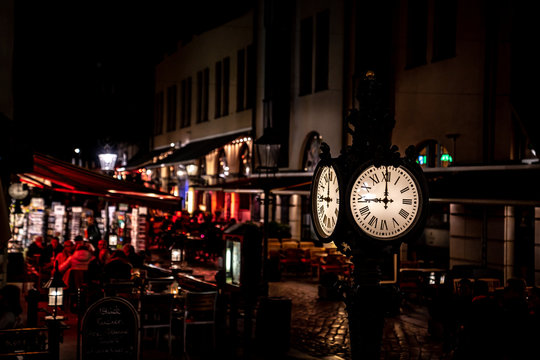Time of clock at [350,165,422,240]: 8:59
